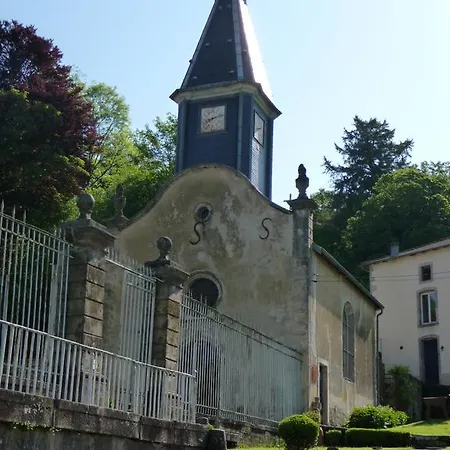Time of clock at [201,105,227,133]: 8:12
